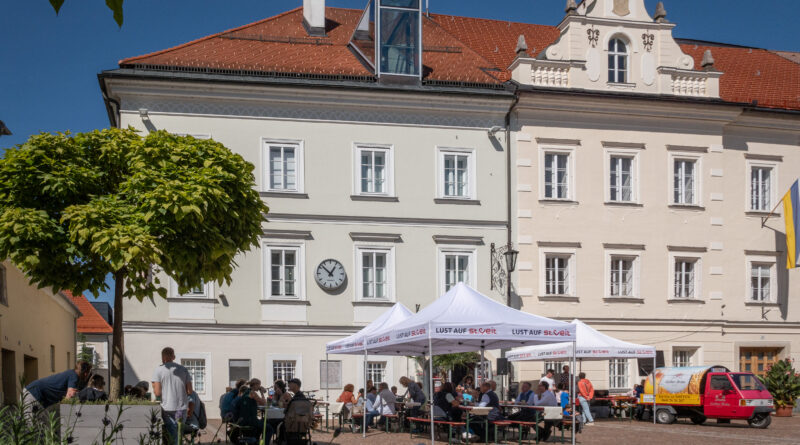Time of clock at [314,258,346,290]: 12:52
